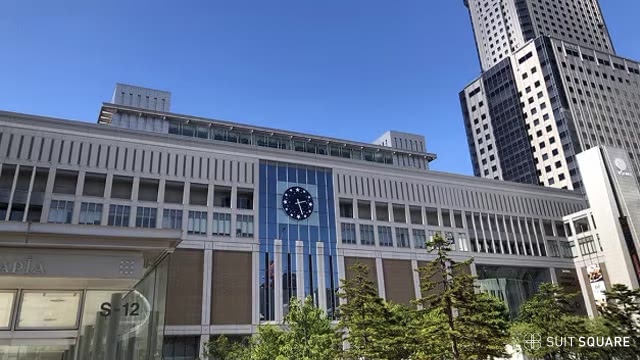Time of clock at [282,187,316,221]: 2:26
